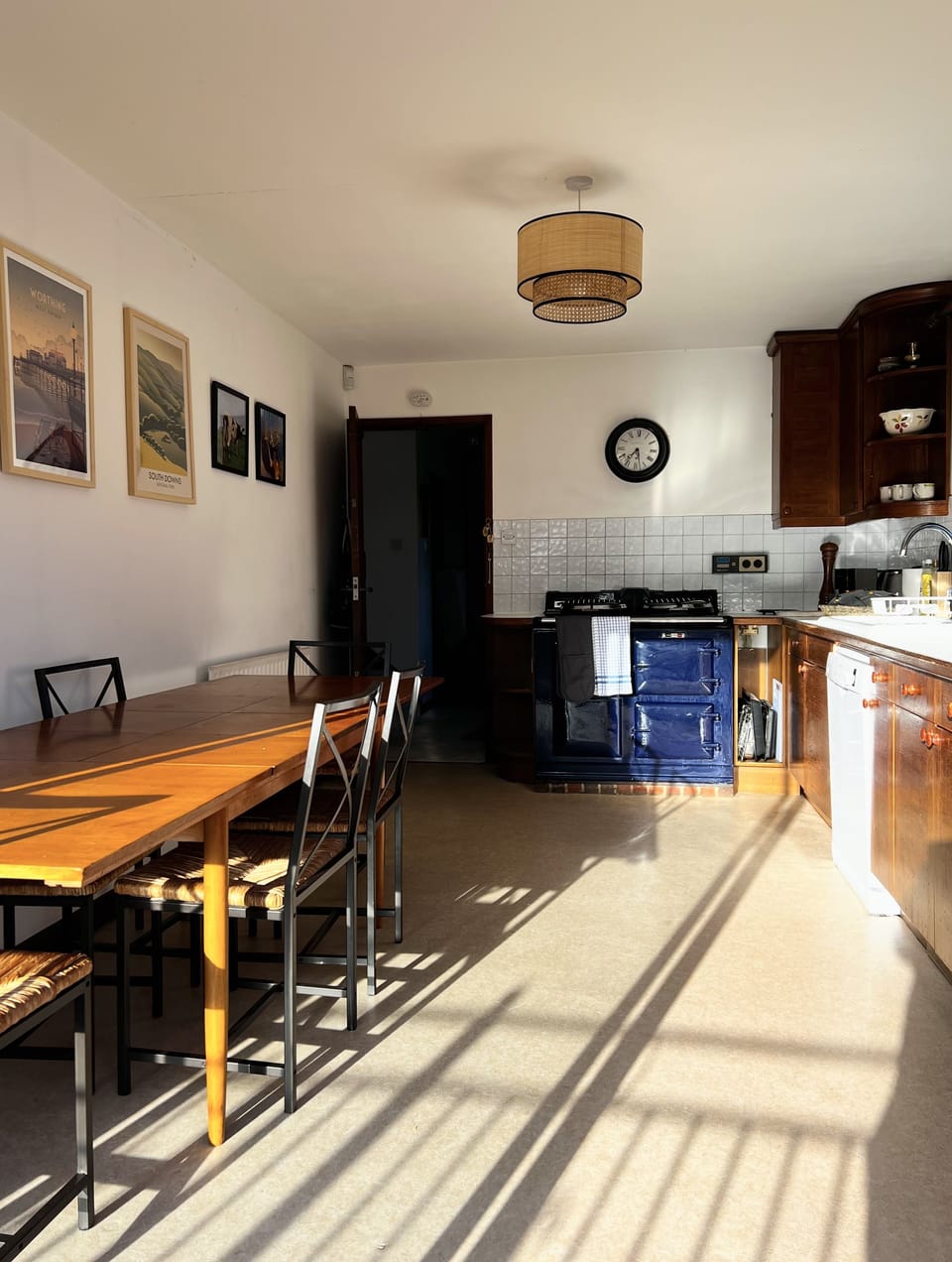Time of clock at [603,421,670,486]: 7:27
